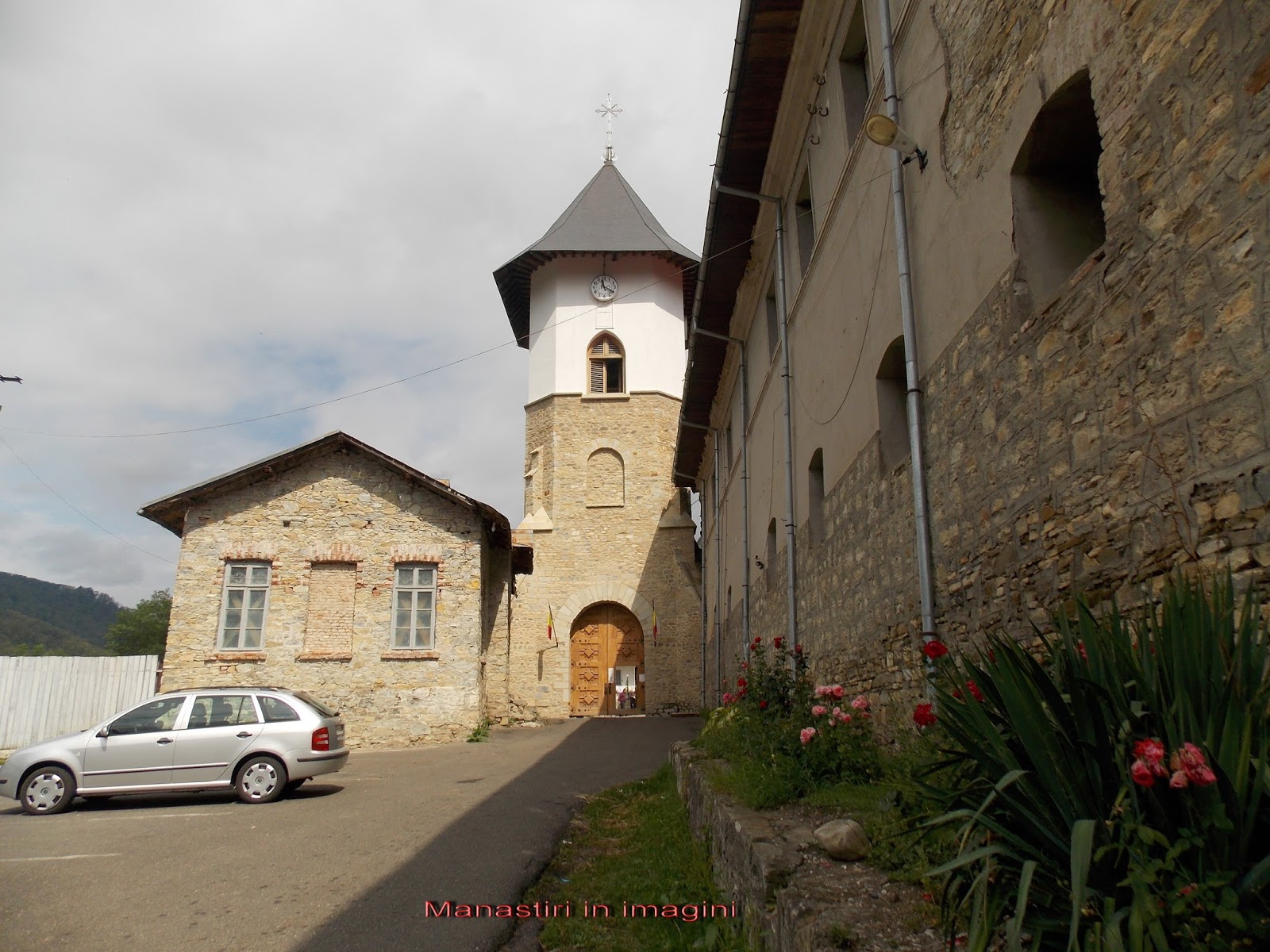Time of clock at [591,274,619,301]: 11:20
